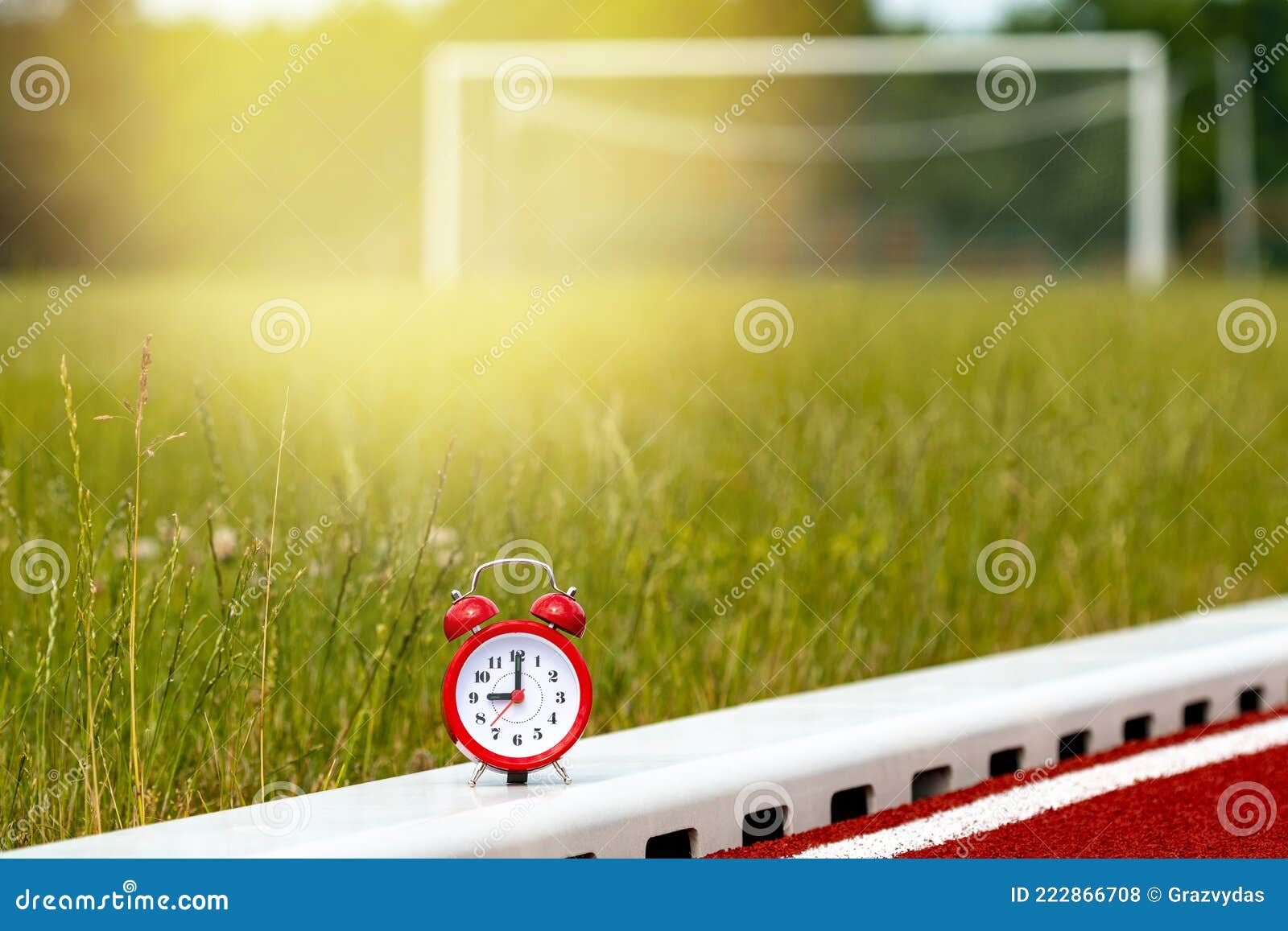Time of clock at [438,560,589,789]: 9:00
